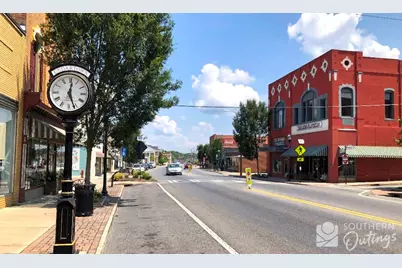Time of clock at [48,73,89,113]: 12:26
